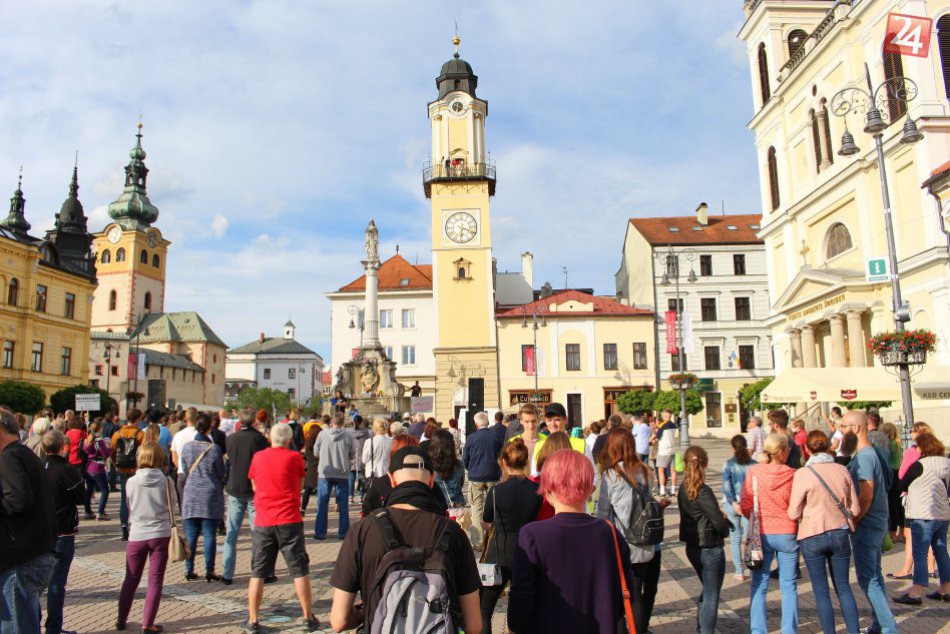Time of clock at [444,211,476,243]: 6:18
